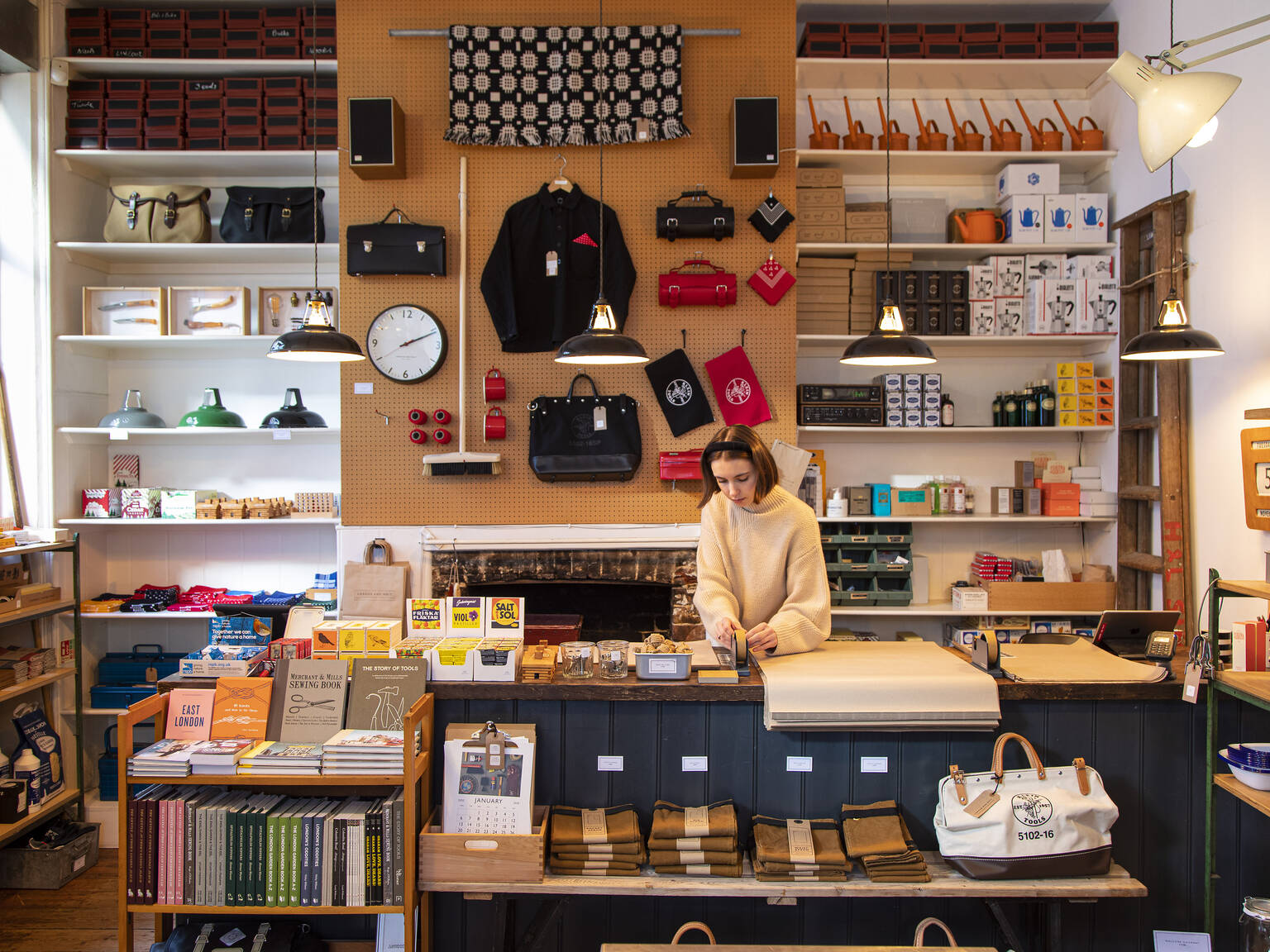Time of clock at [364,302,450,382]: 2:11
